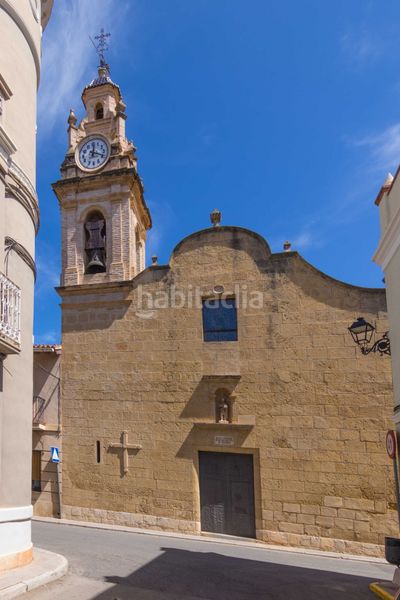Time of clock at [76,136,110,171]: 12:18
